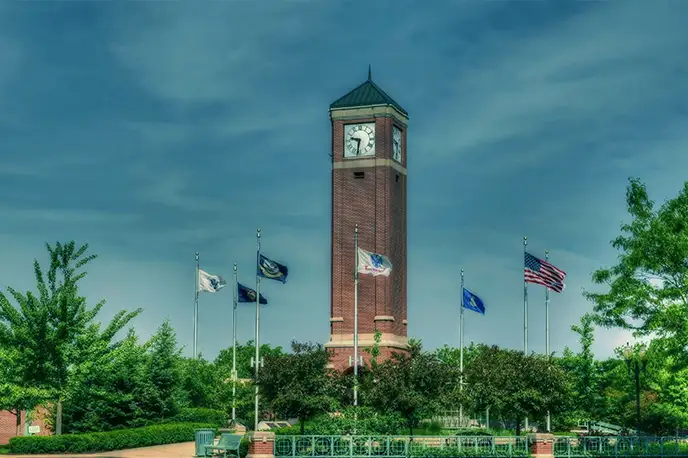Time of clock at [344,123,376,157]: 9:31
